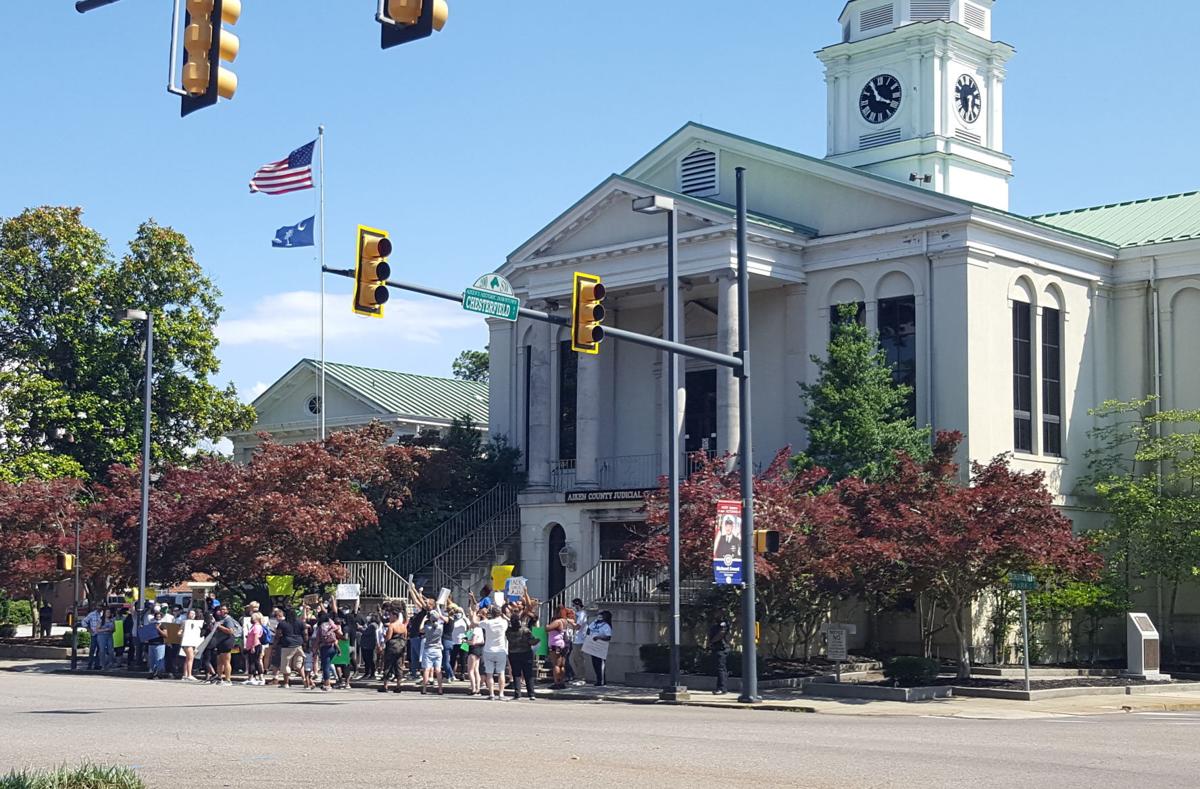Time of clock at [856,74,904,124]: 3:54
